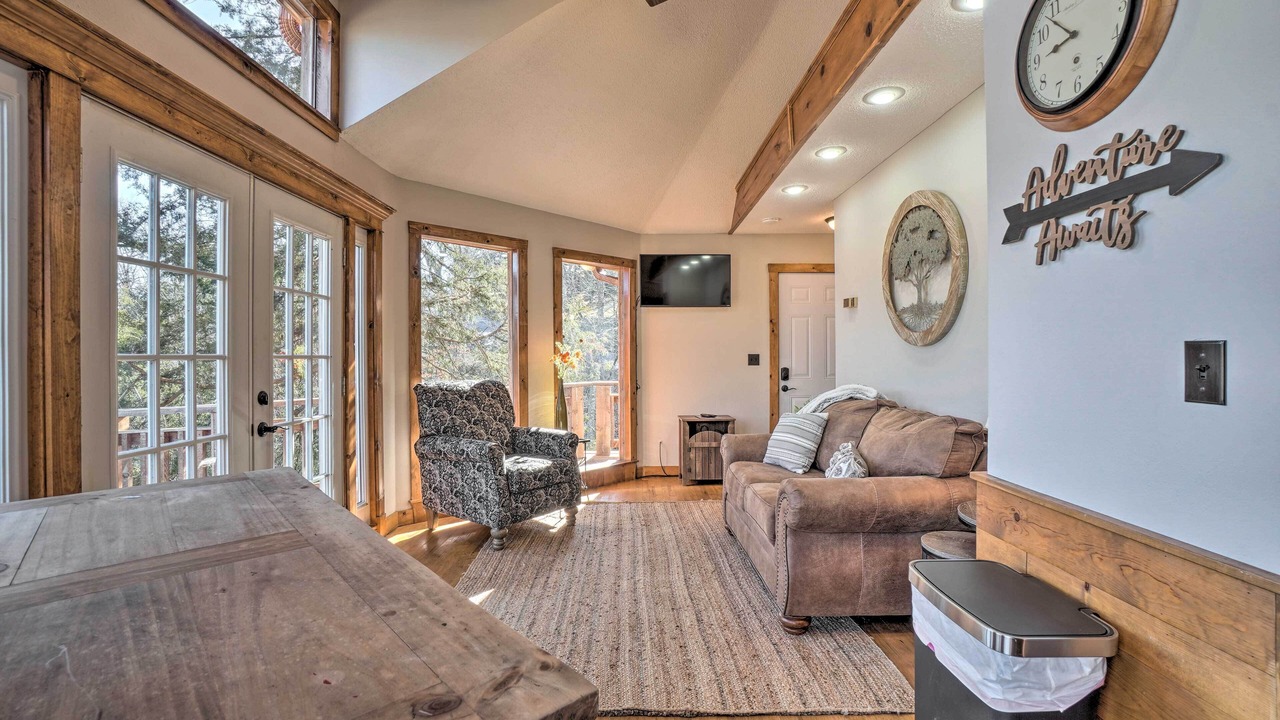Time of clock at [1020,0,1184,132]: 8:52
